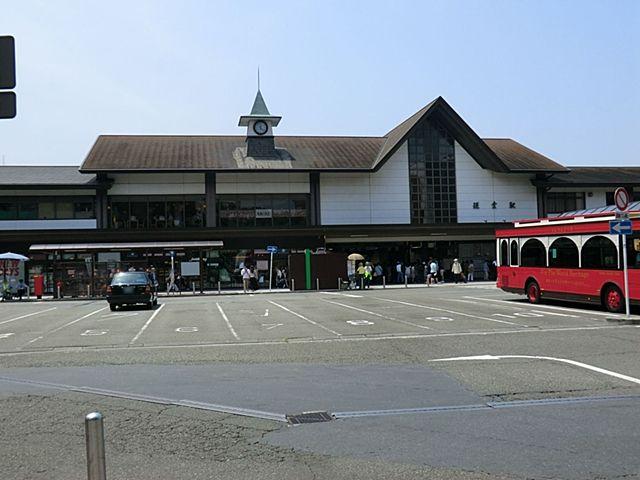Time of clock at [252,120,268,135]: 12:22
